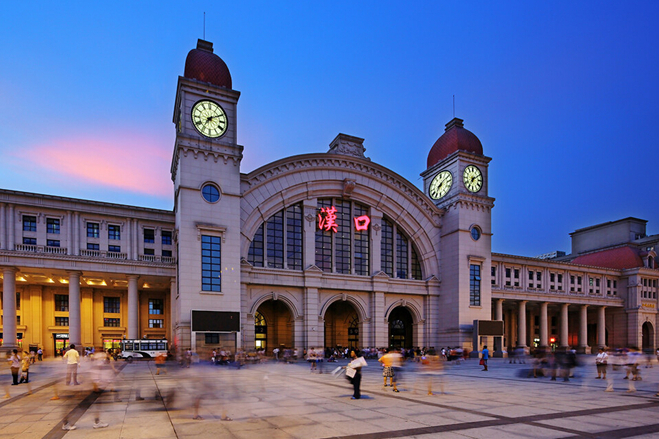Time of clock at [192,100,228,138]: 7:10
